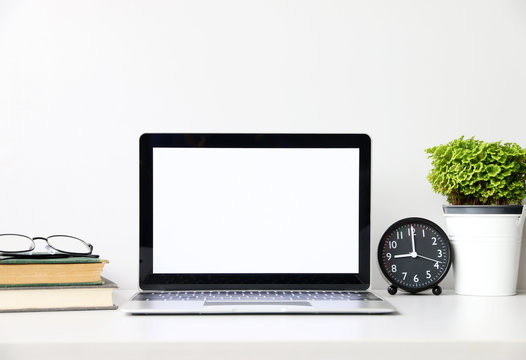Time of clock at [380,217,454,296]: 9:00
